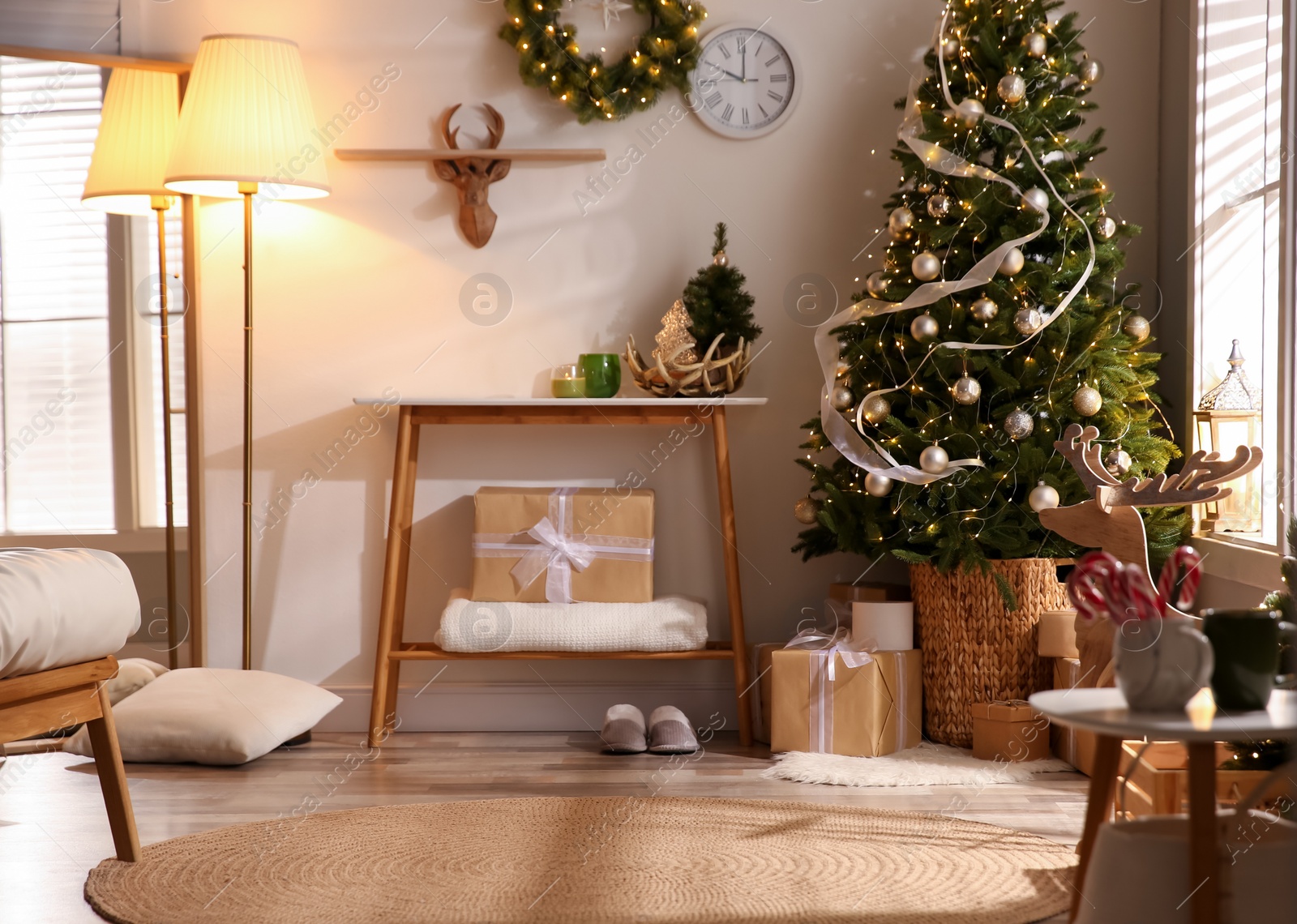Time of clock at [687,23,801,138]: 10:00
